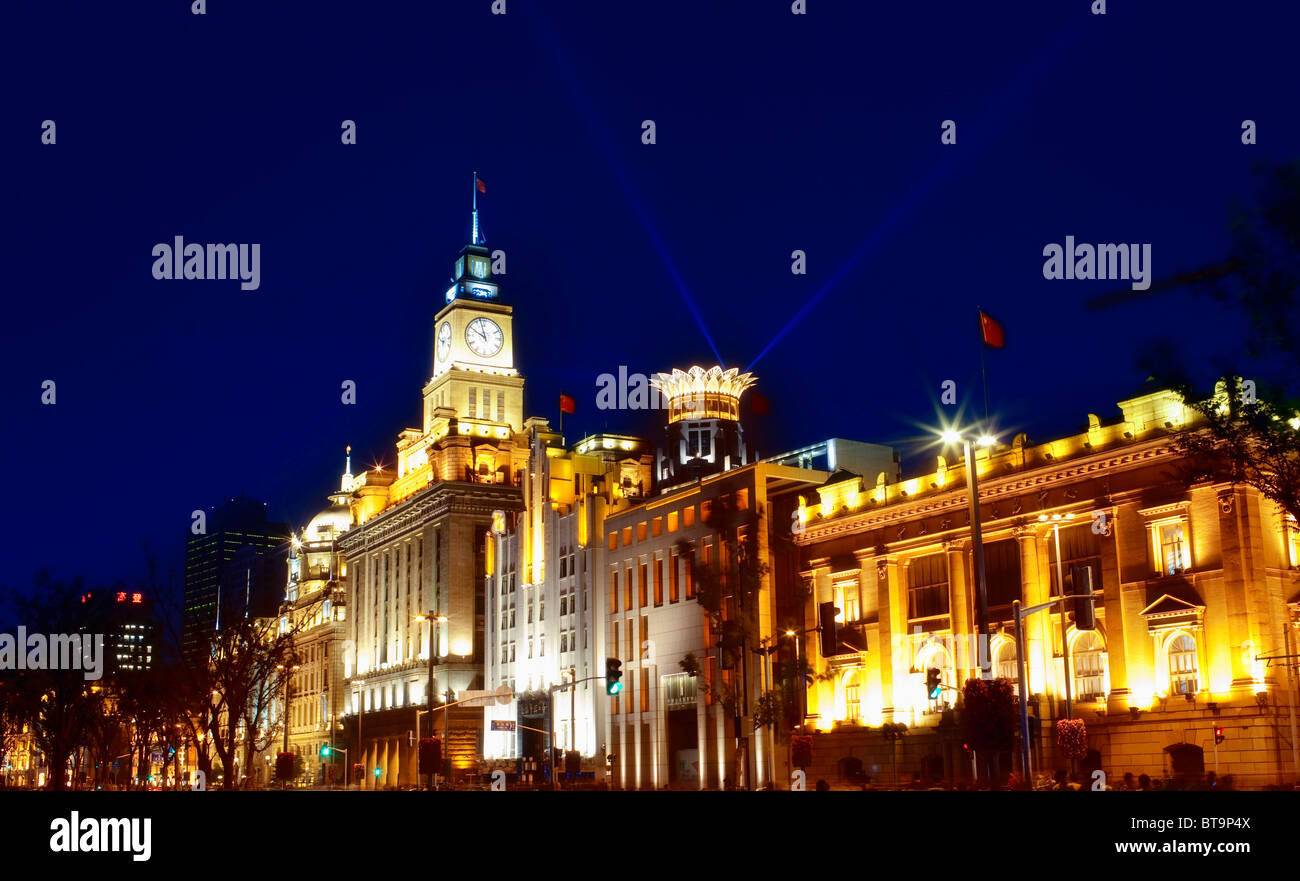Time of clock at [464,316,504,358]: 9:57
